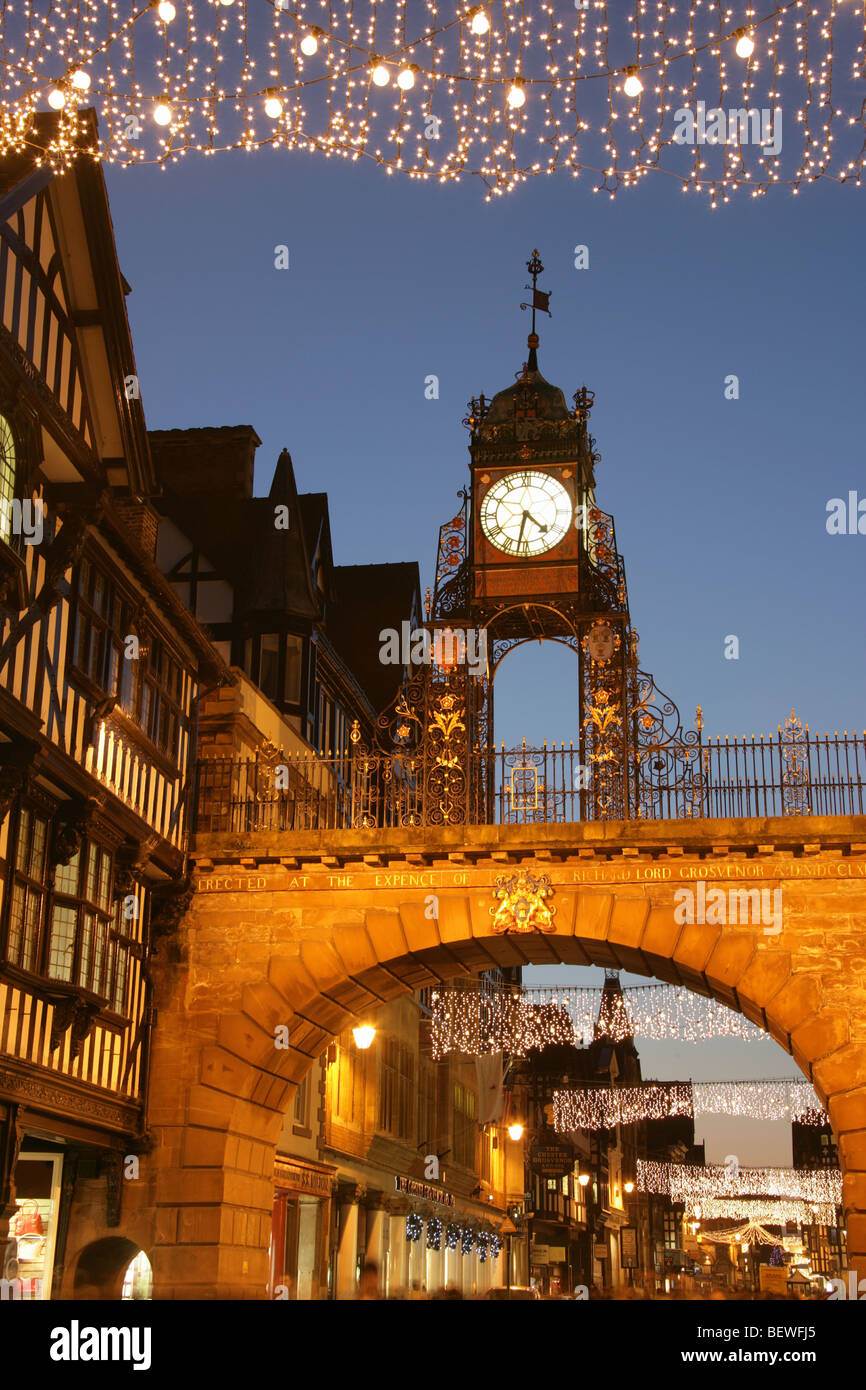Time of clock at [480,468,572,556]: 4:32
